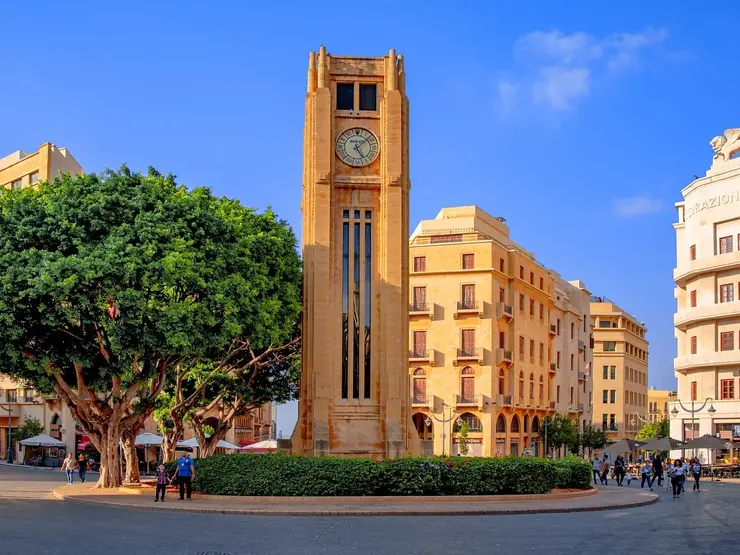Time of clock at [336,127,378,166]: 5:08
